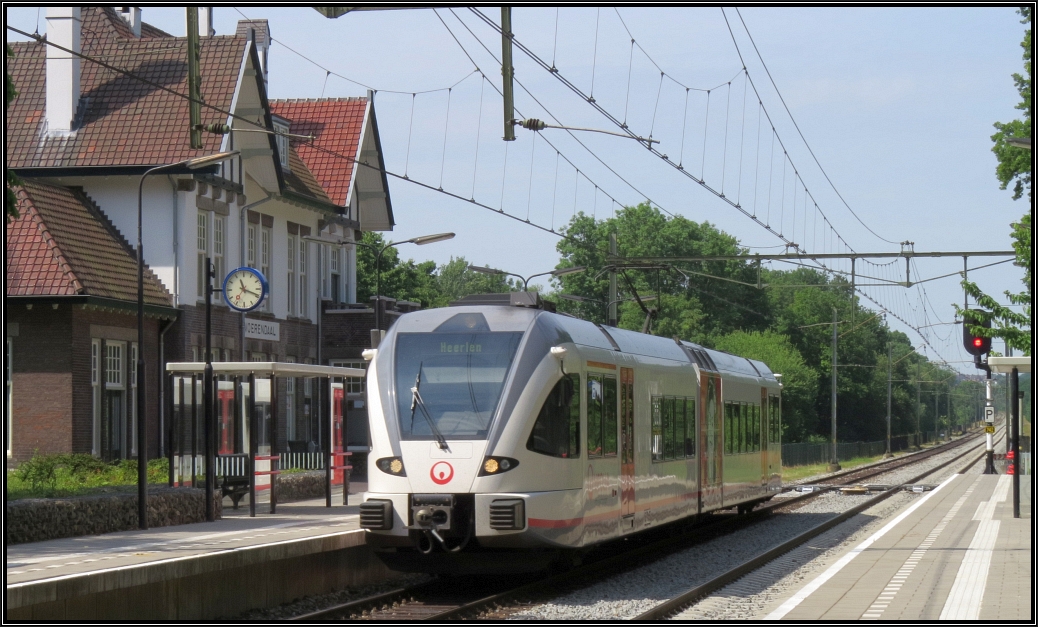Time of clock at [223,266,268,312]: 11:18
